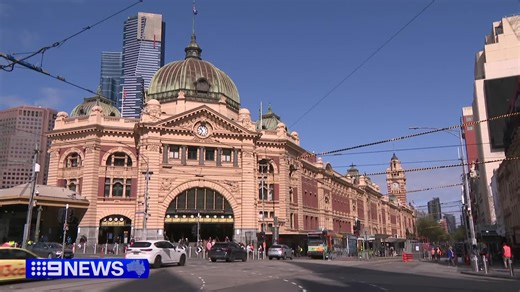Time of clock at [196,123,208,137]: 10:34
